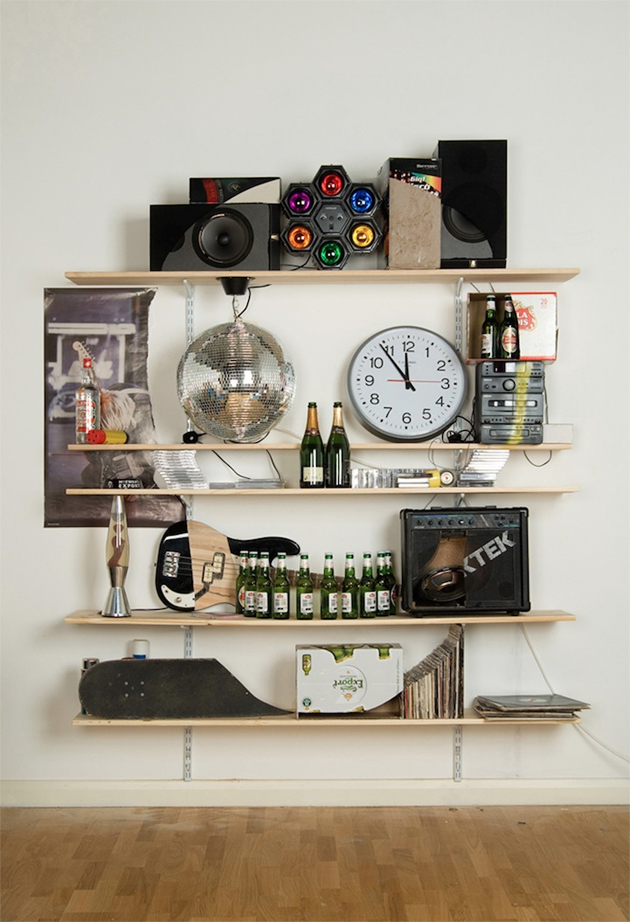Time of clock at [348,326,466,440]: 11:53
